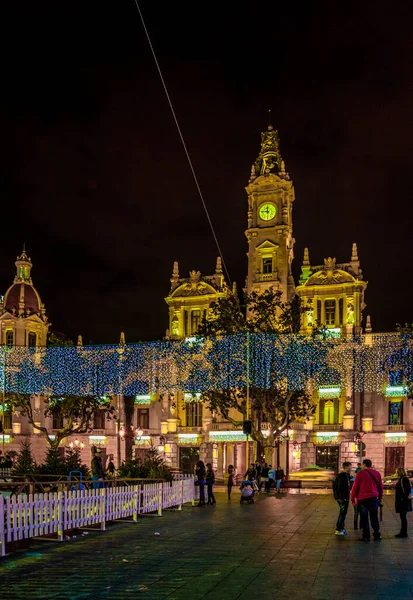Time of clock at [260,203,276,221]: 11:46
